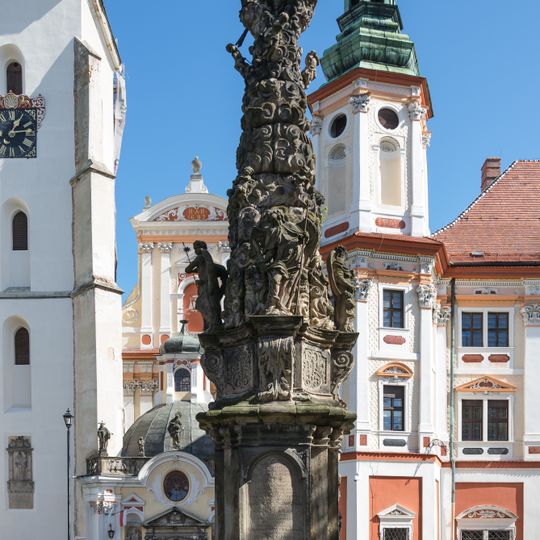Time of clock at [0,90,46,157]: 1:13
